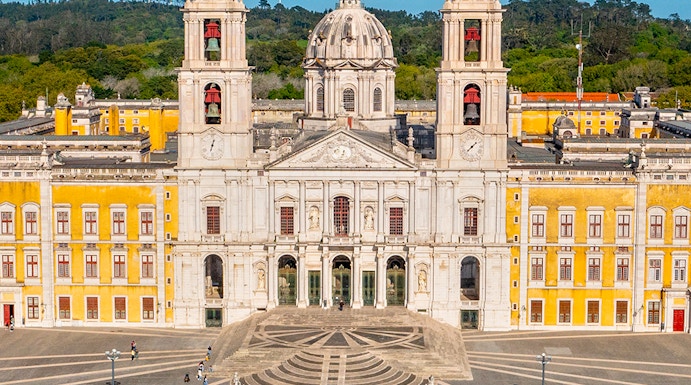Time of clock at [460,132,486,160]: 1:37
